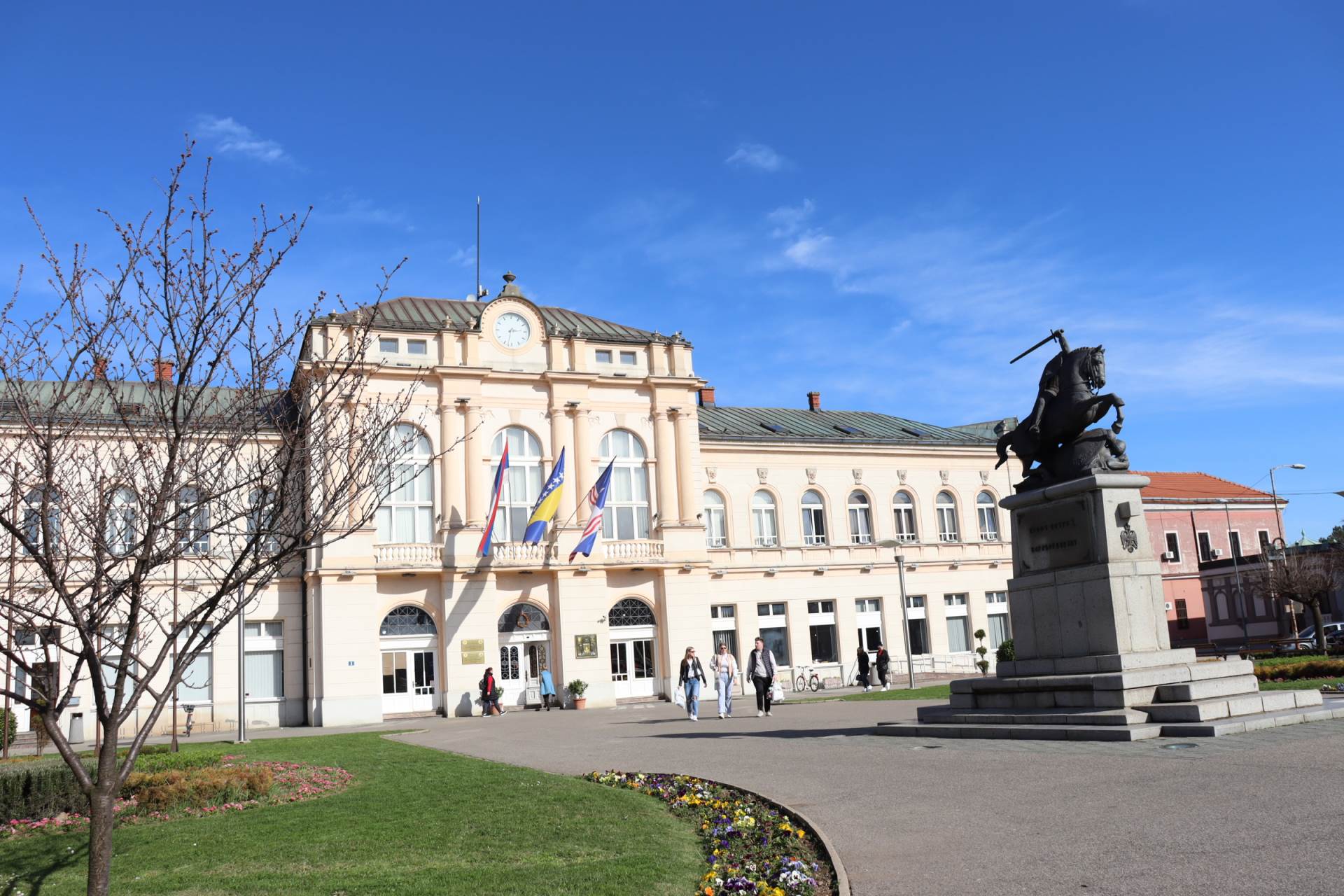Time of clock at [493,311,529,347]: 2:32
